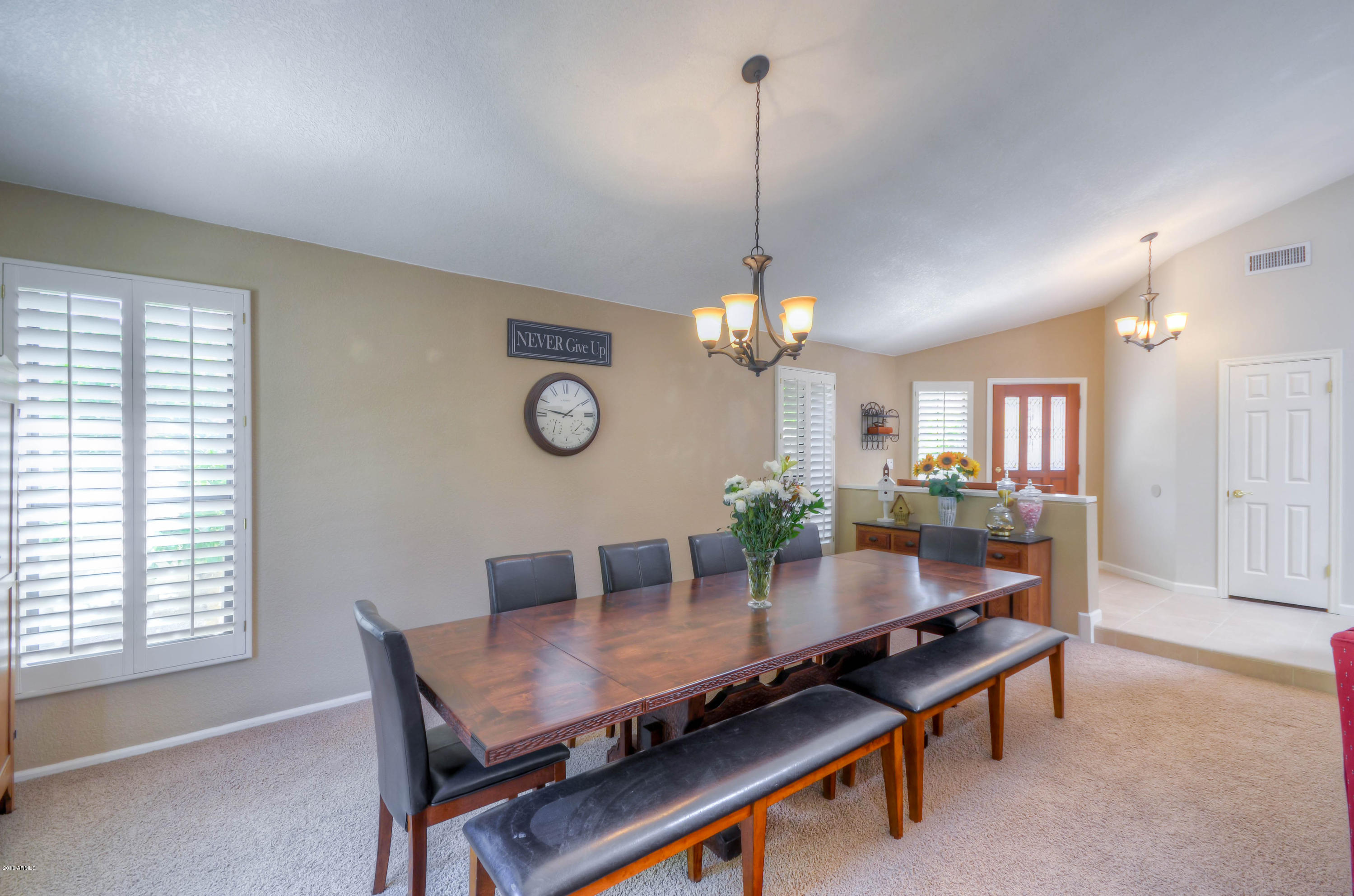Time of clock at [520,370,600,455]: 1:46
